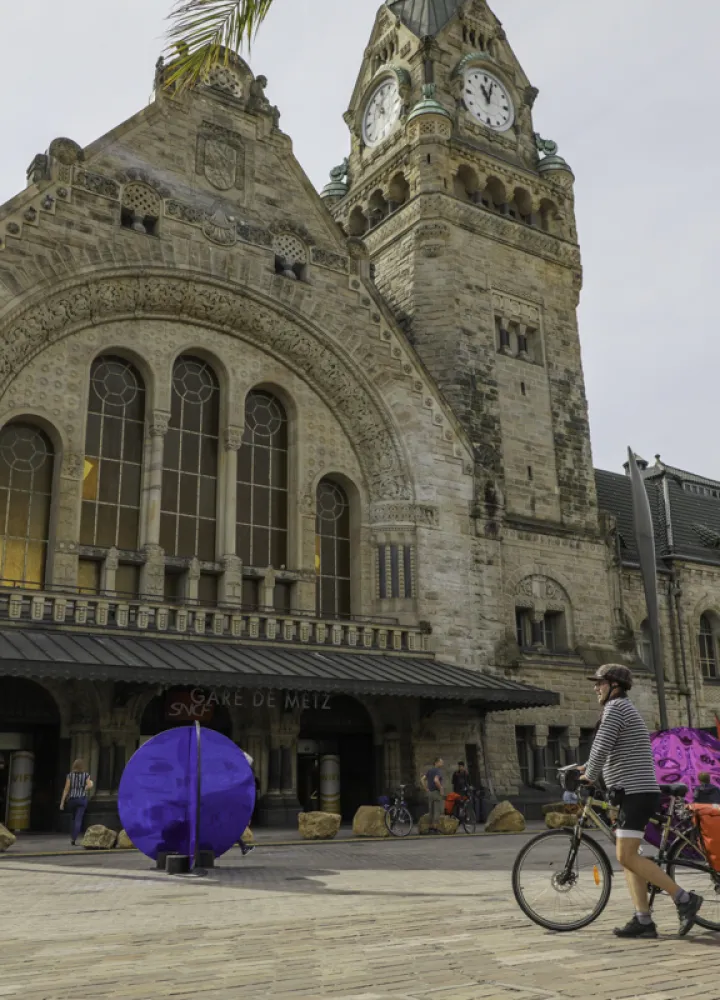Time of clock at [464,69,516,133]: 11:02
